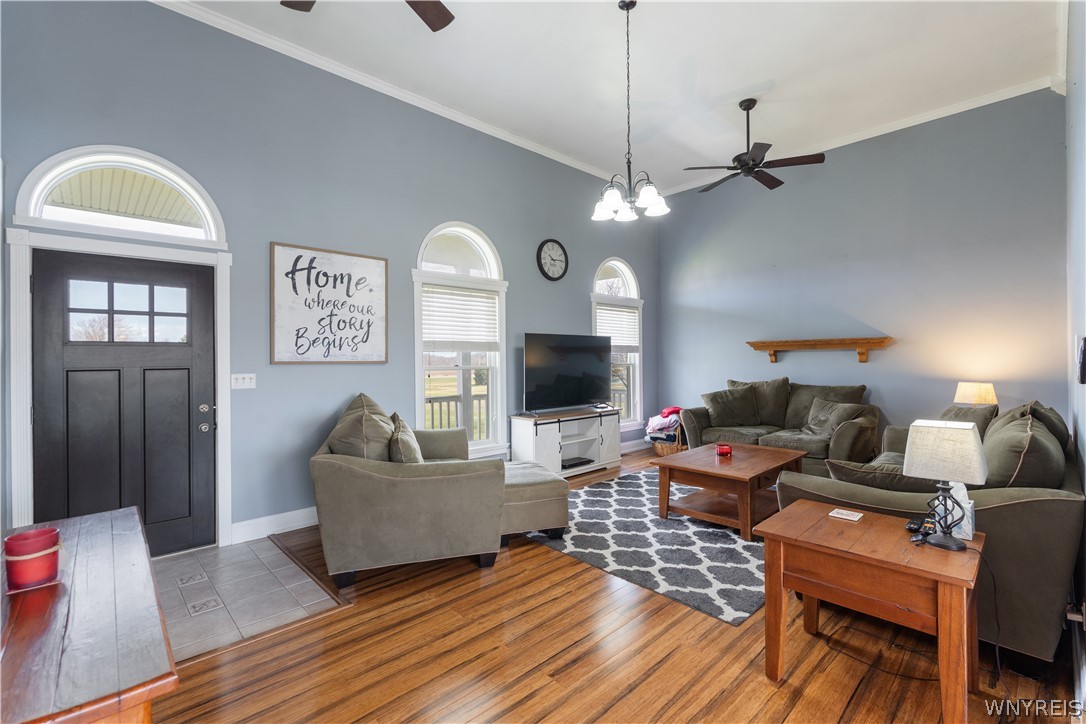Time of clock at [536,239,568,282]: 10:14
